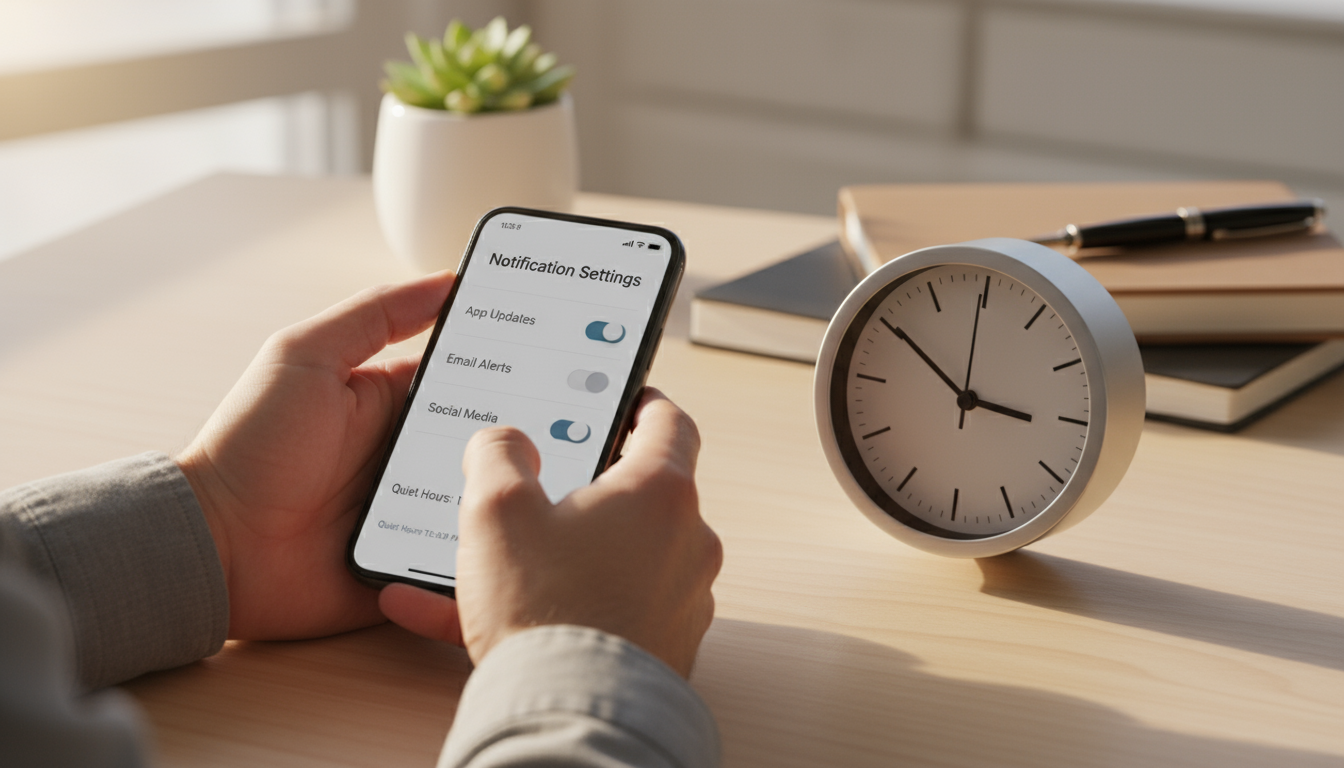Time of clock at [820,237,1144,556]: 2:50
